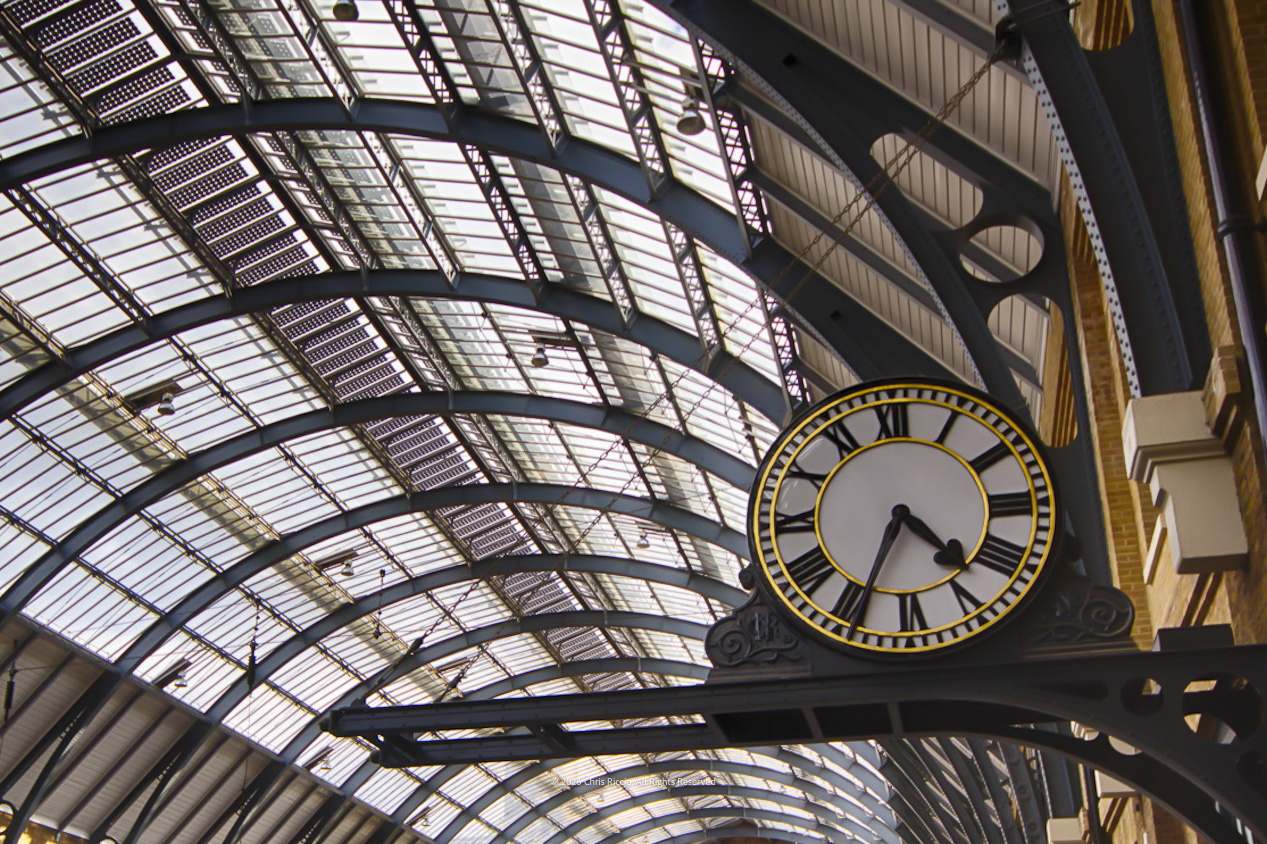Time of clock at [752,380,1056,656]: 4:34
